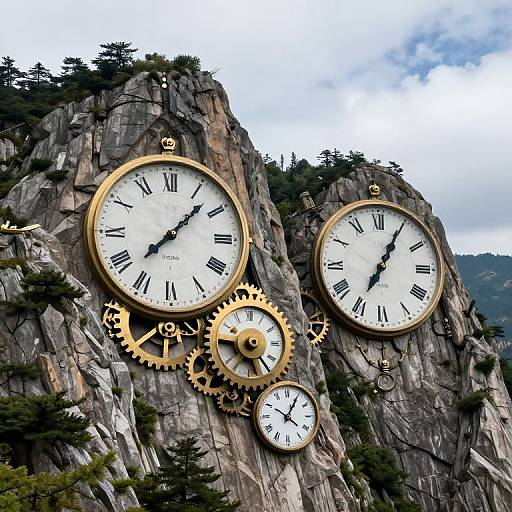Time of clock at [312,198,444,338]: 7:04
